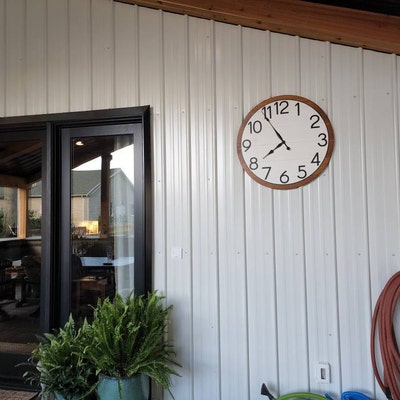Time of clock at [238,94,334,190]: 7:54
